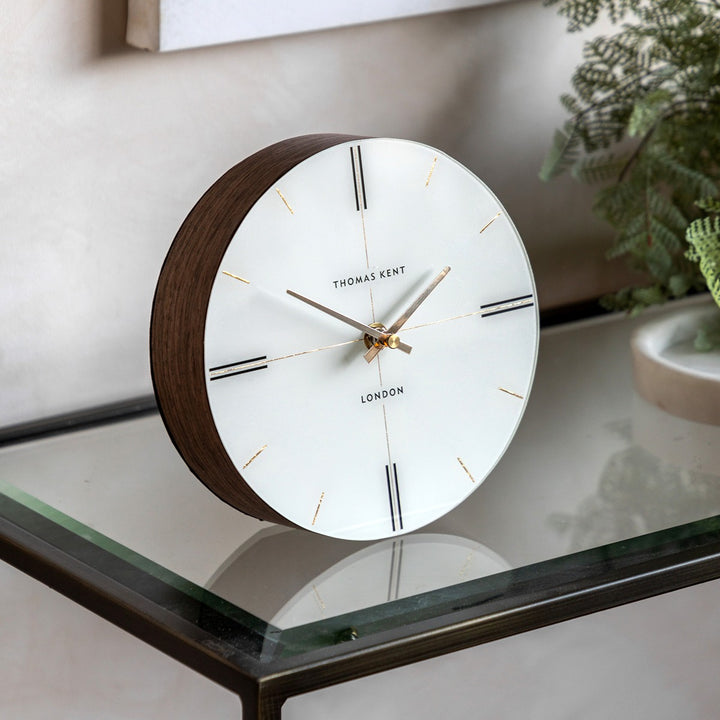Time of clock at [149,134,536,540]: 1:50
